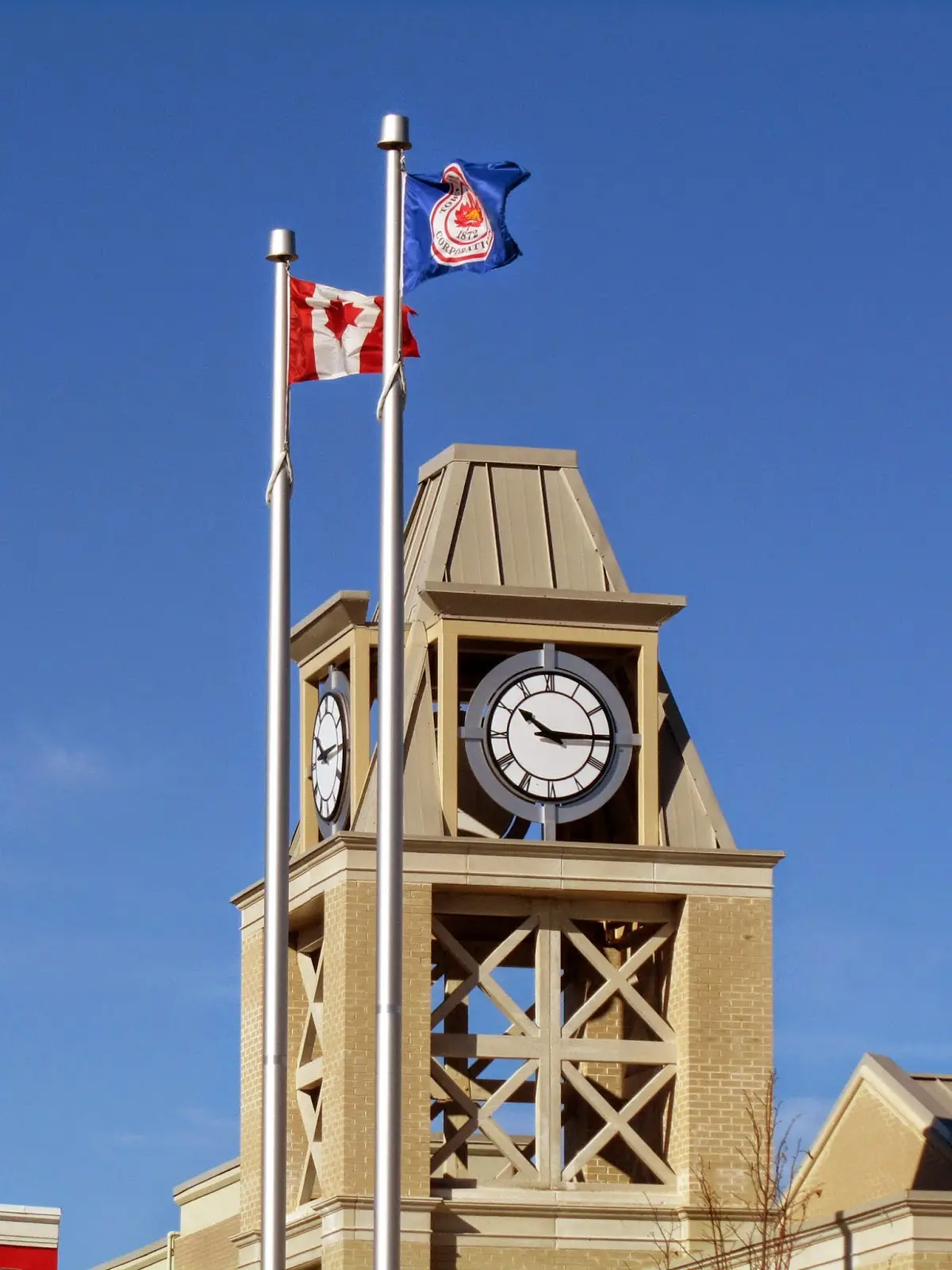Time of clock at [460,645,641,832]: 10:15
